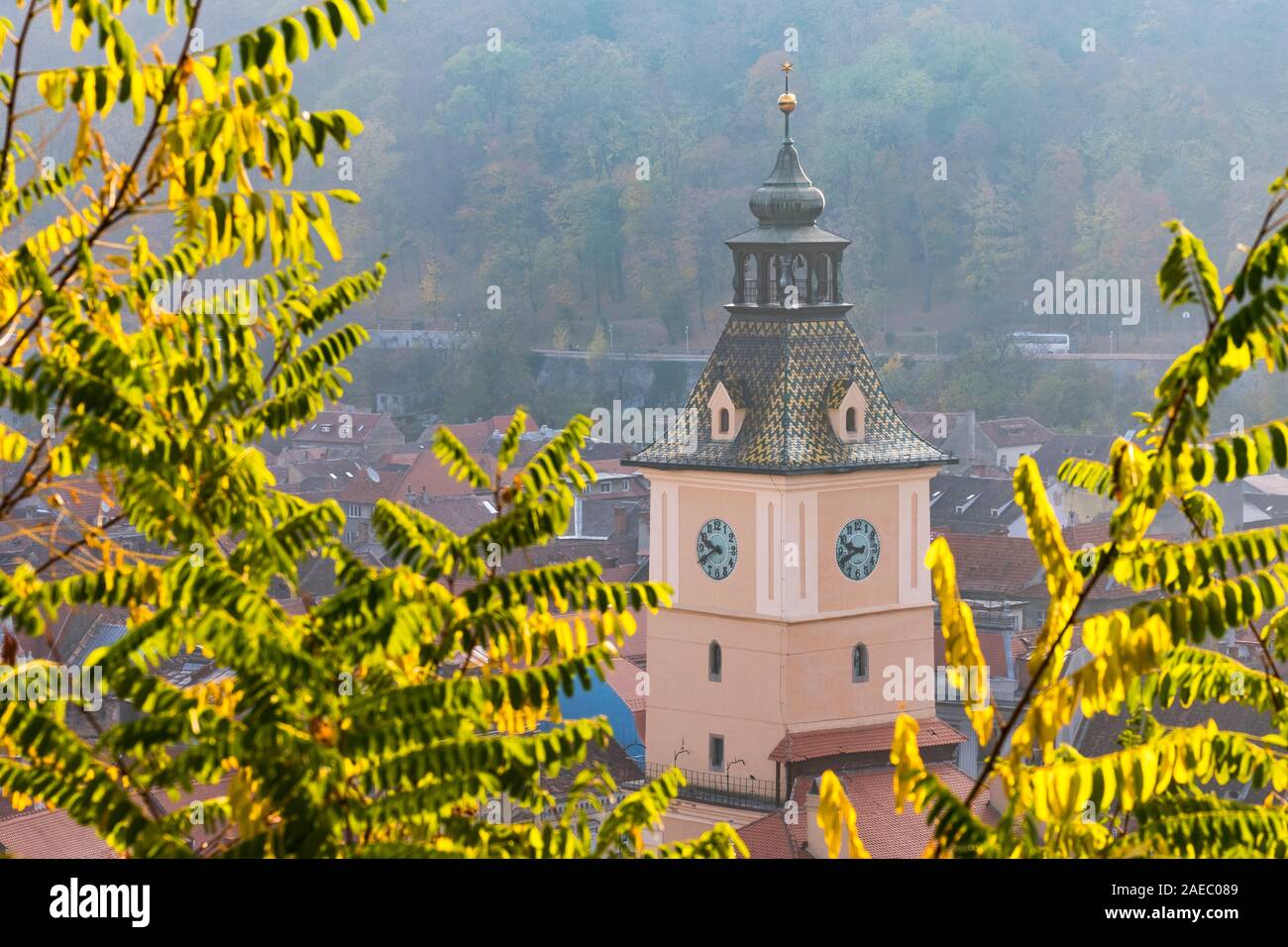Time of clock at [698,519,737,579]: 9:41
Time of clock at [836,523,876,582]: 9:41
